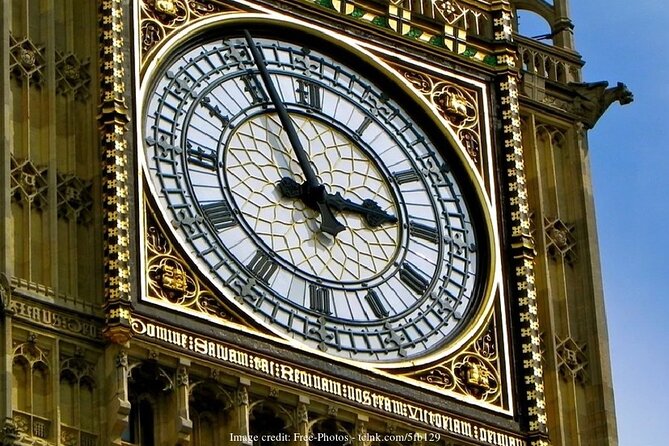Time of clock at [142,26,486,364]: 2:56
